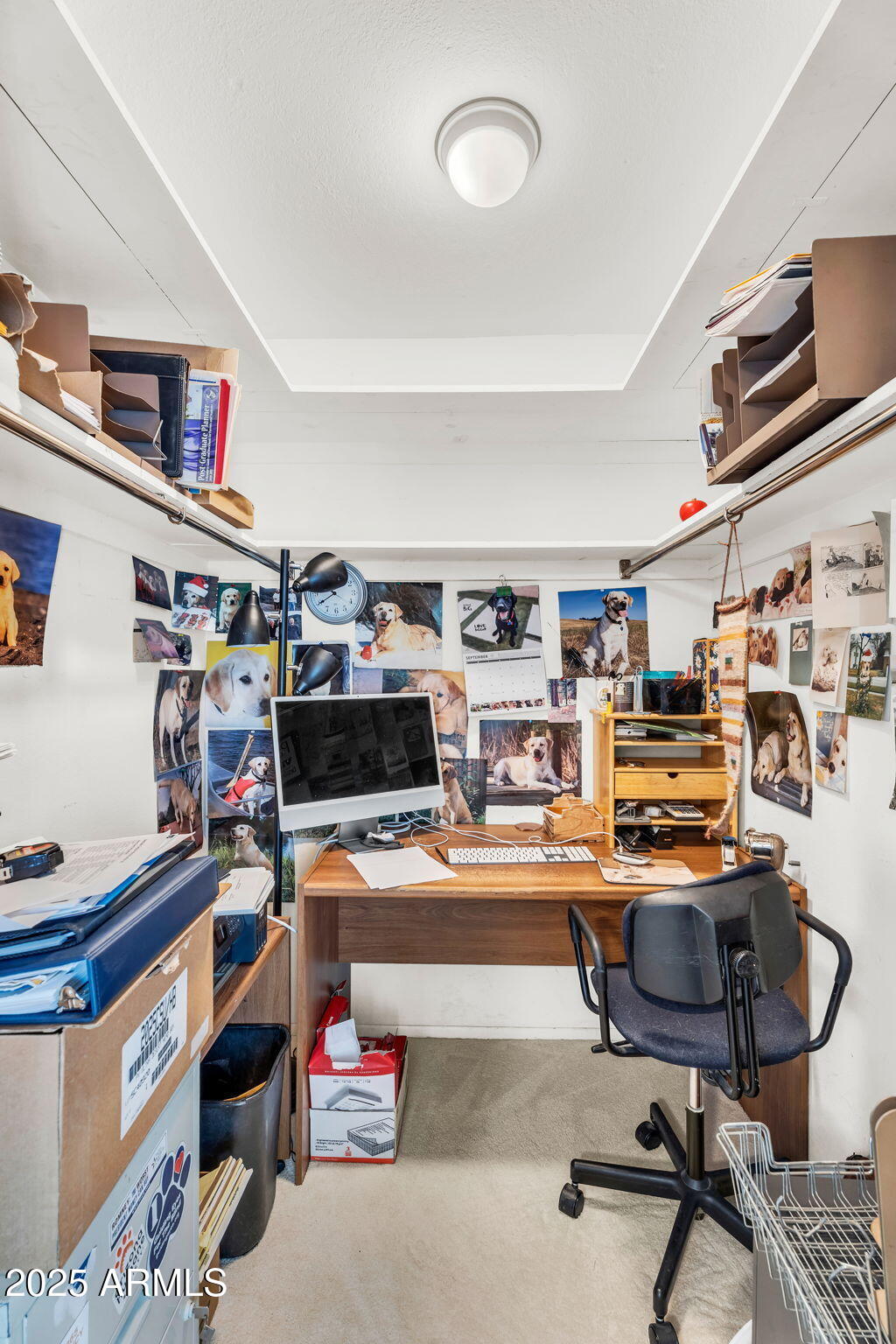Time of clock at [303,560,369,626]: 8:40
